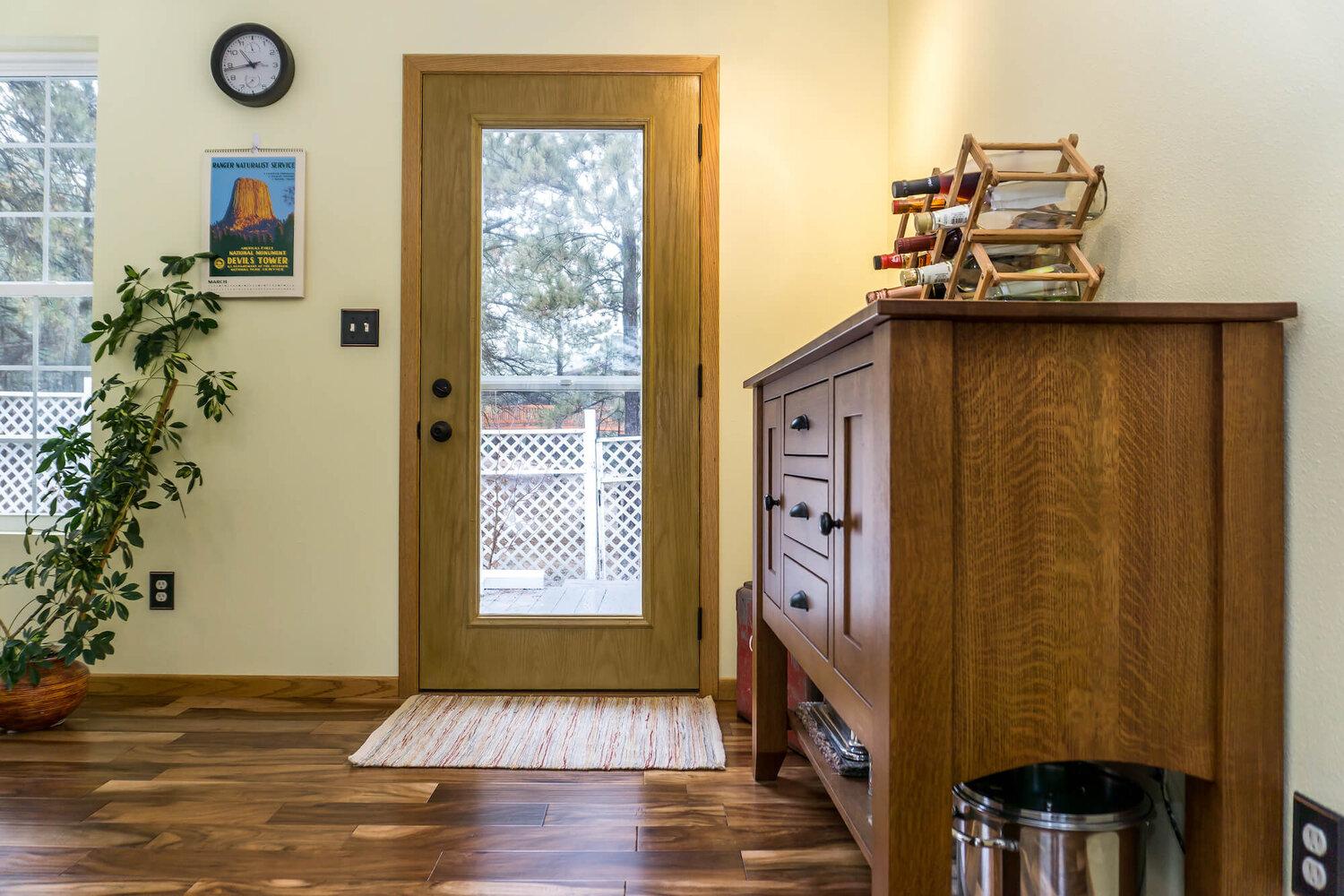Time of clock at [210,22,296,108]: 10:43
